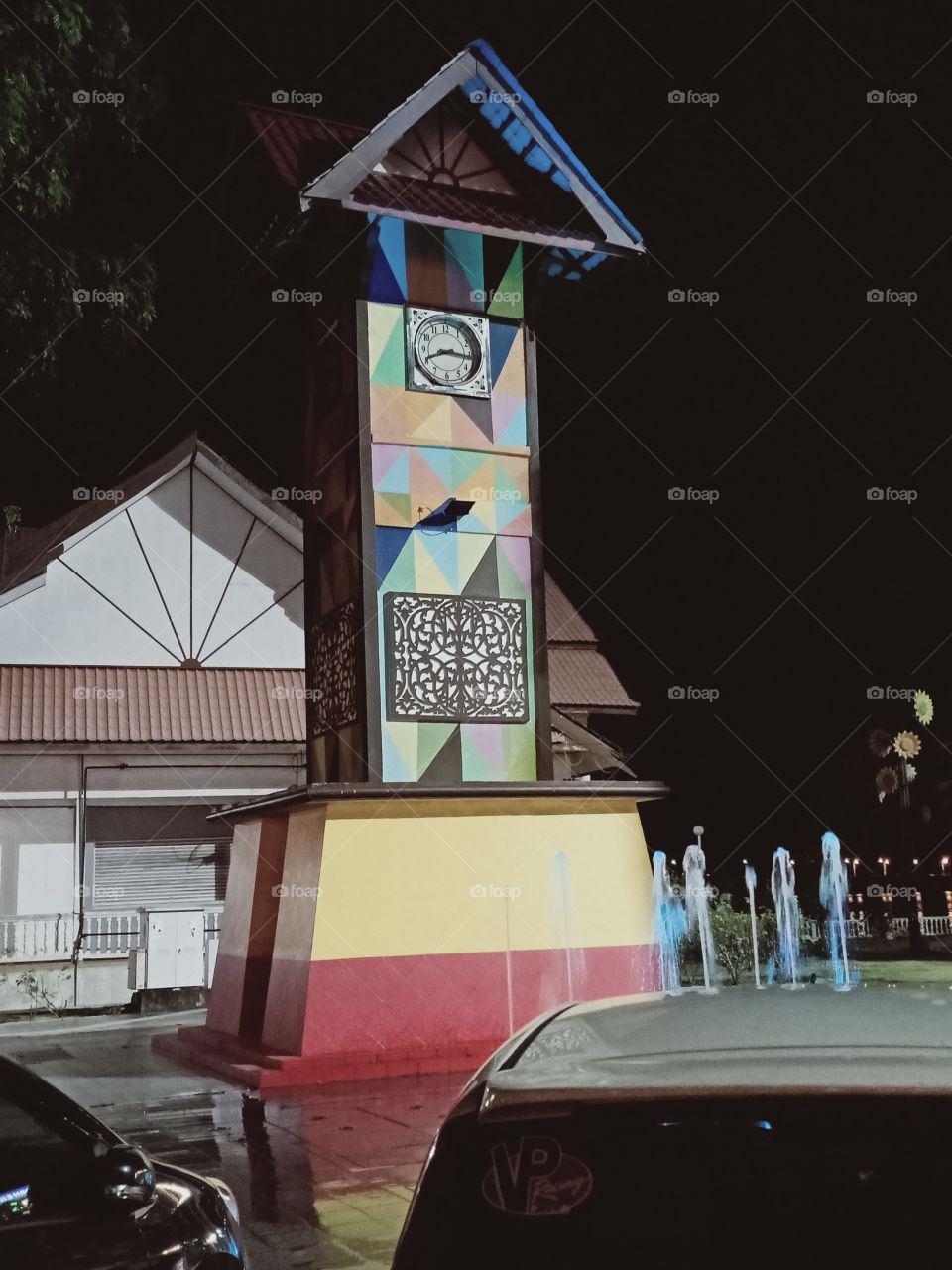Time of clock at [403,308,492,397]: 8:16
